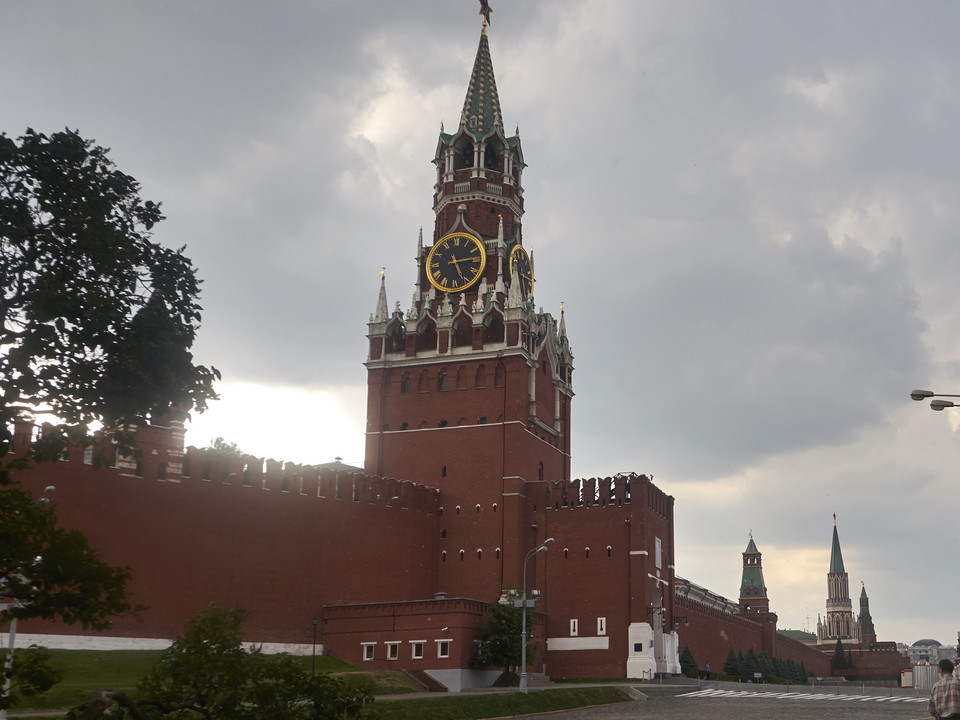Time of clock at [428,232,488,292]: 5:14
